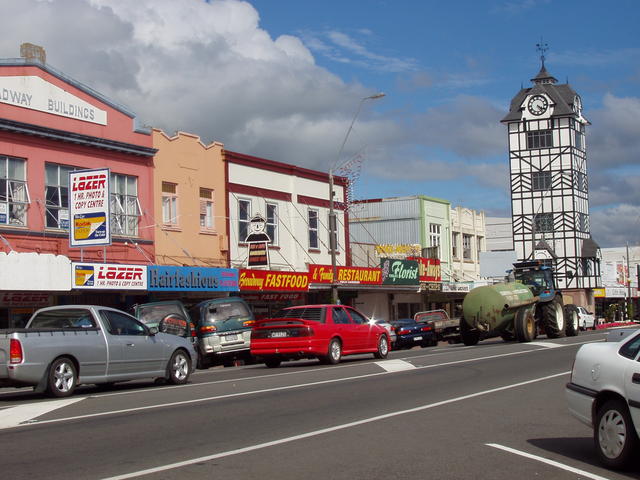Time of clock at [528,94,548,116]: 4:20
